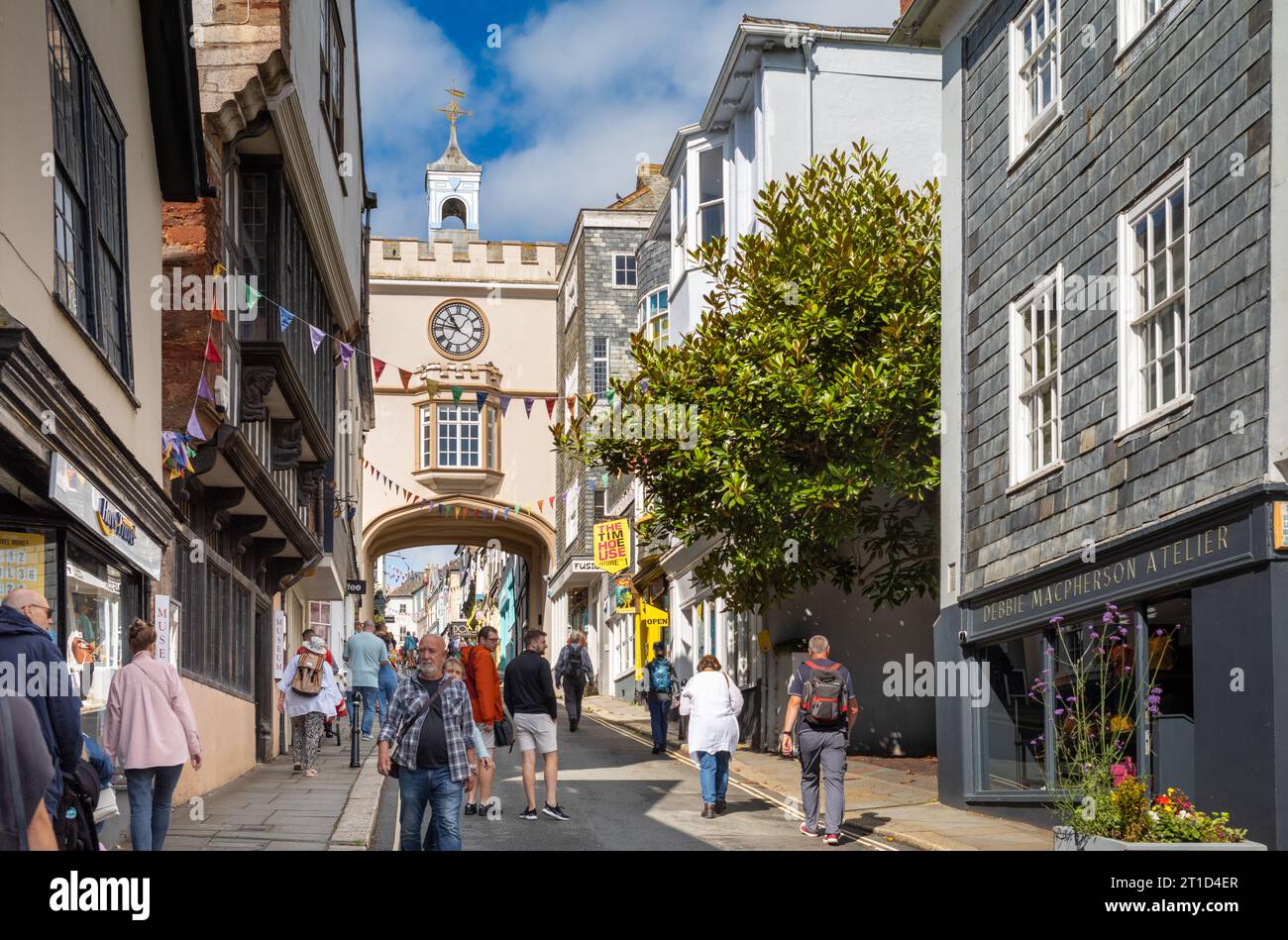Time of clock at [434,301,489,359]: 10:46
